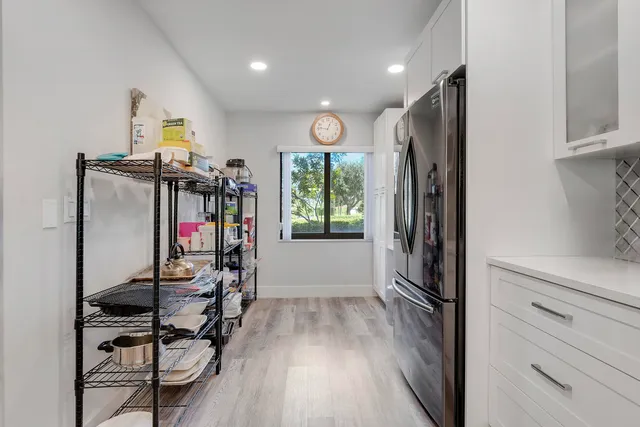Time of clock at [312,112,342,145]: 12:46
